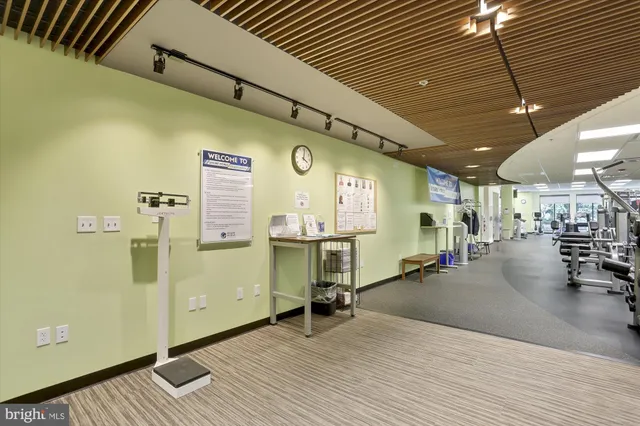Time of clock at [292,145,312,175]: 4:01
